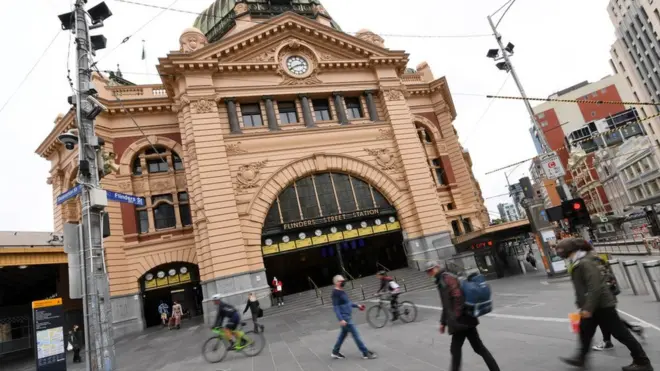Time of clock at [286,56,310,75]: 2:40
